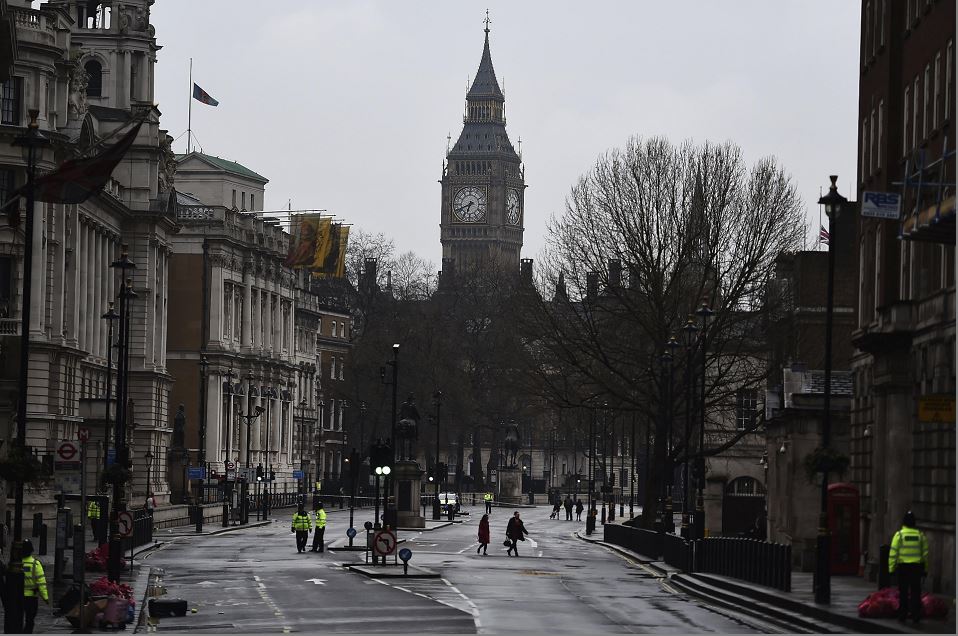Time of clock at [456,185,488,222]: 6:41
